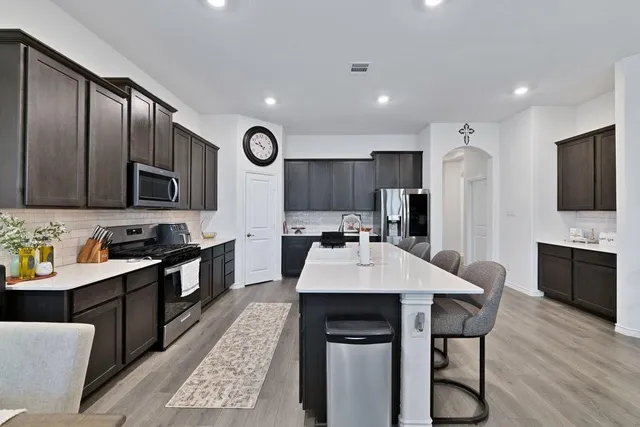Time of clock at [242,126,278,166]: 10:48
